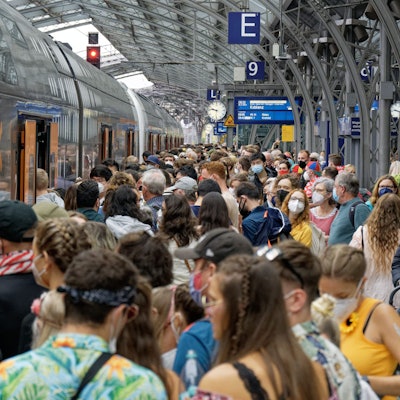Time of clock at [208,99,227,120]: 9:32
